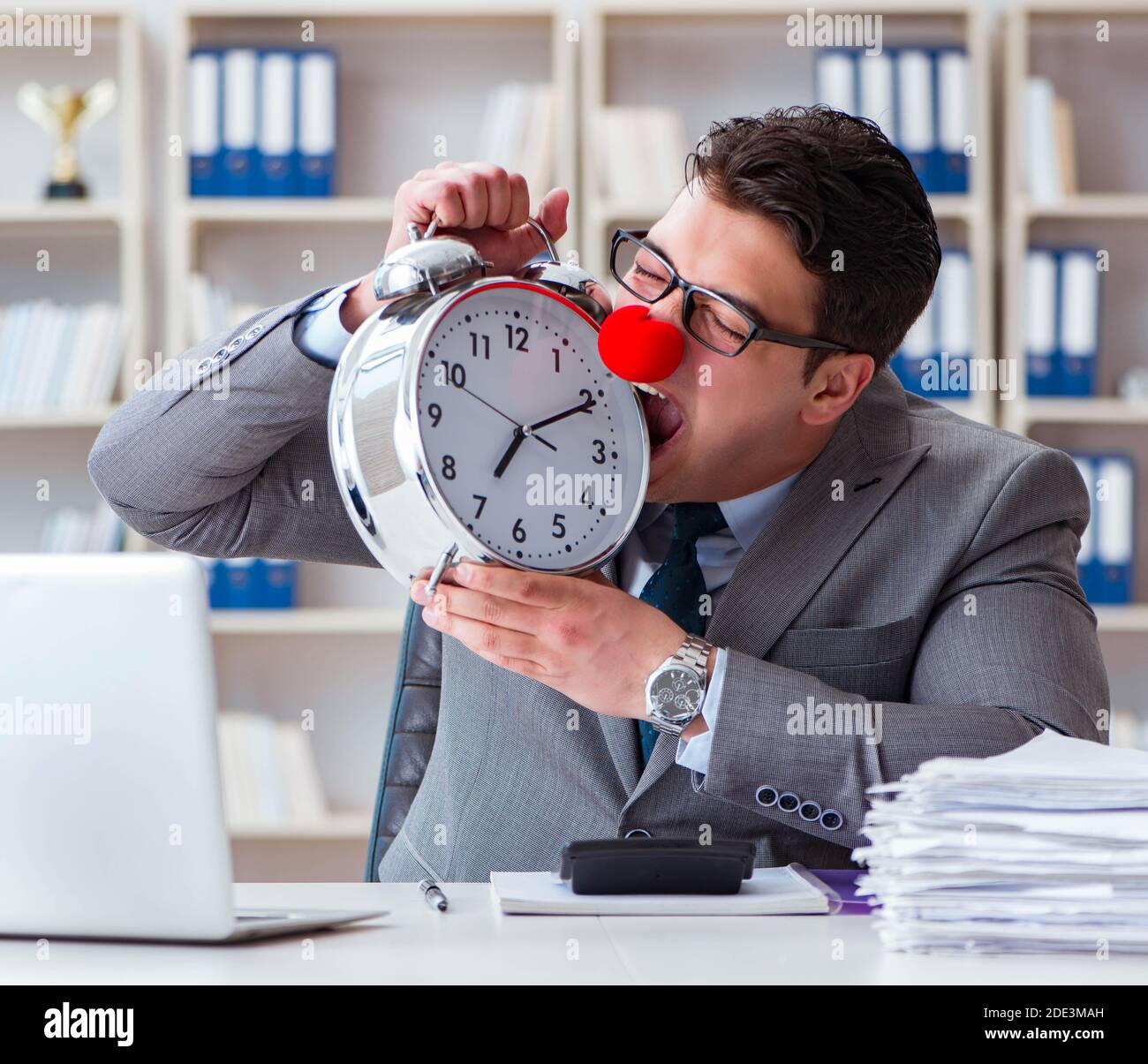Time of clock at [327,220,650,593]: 7:10
